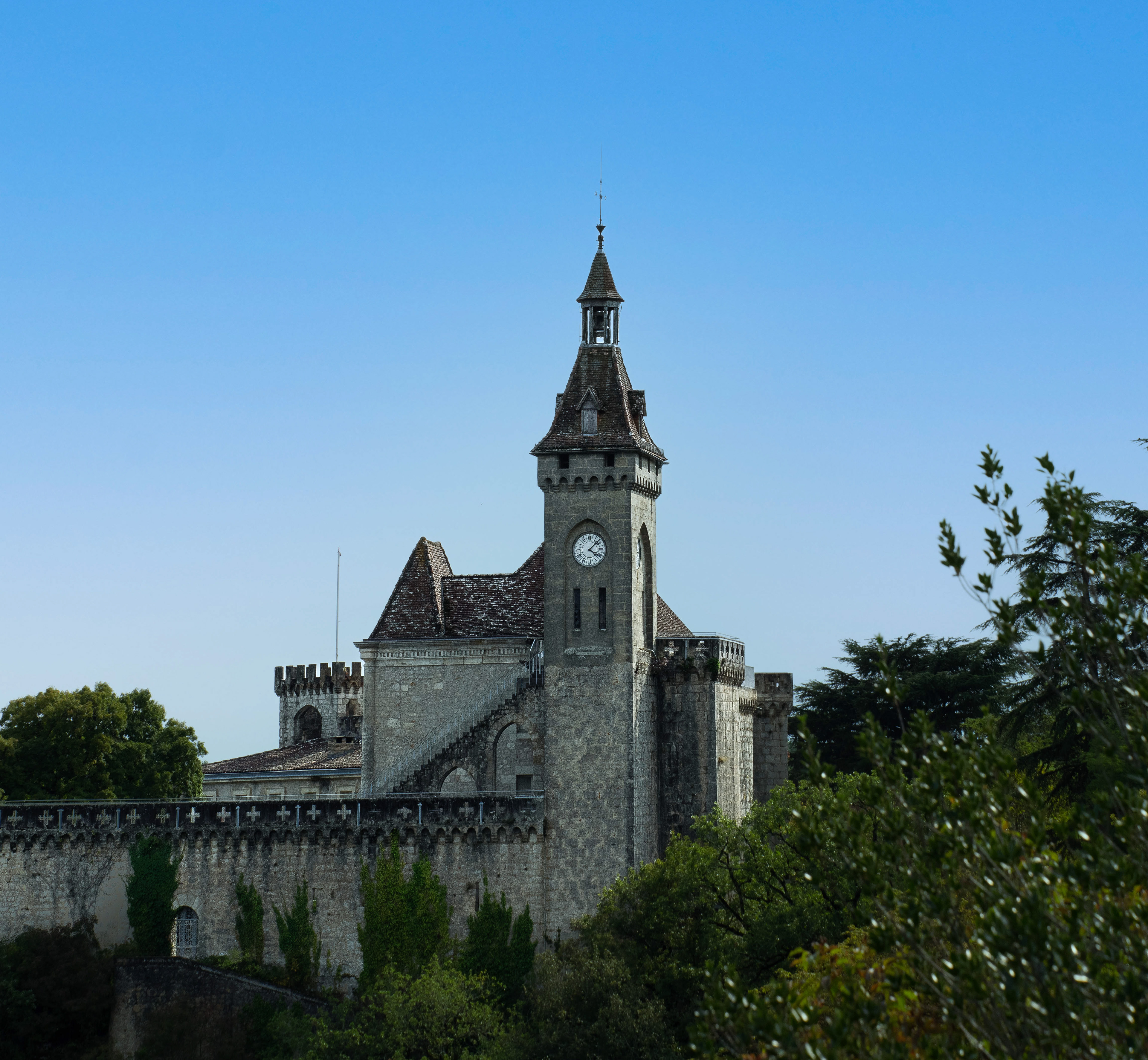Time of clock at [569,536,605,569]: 4:07
